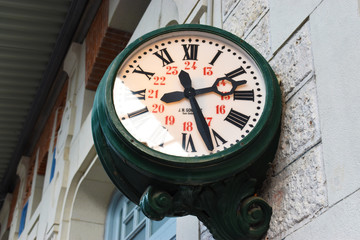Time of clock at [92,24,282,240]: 2:26
